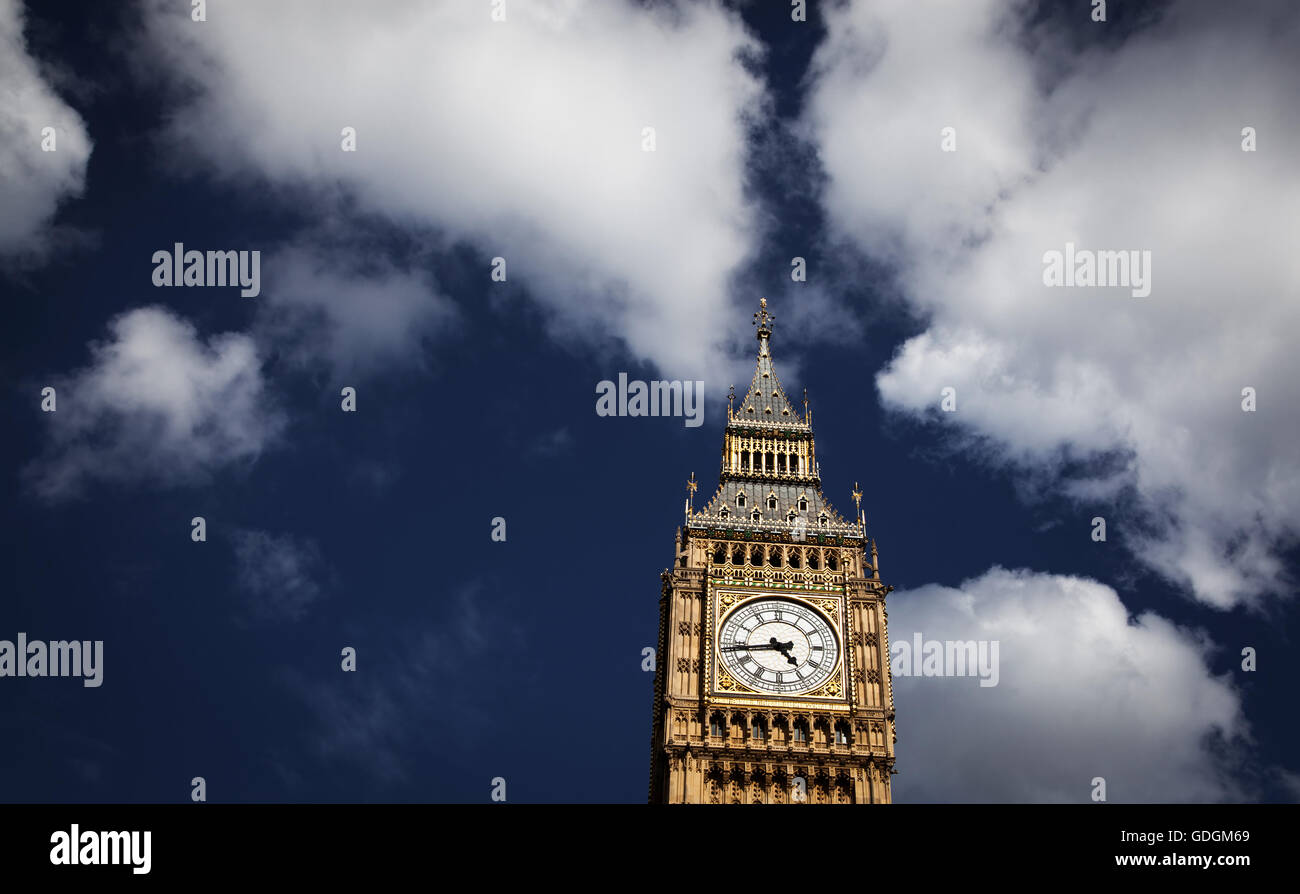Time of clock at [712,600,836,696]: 4:43
